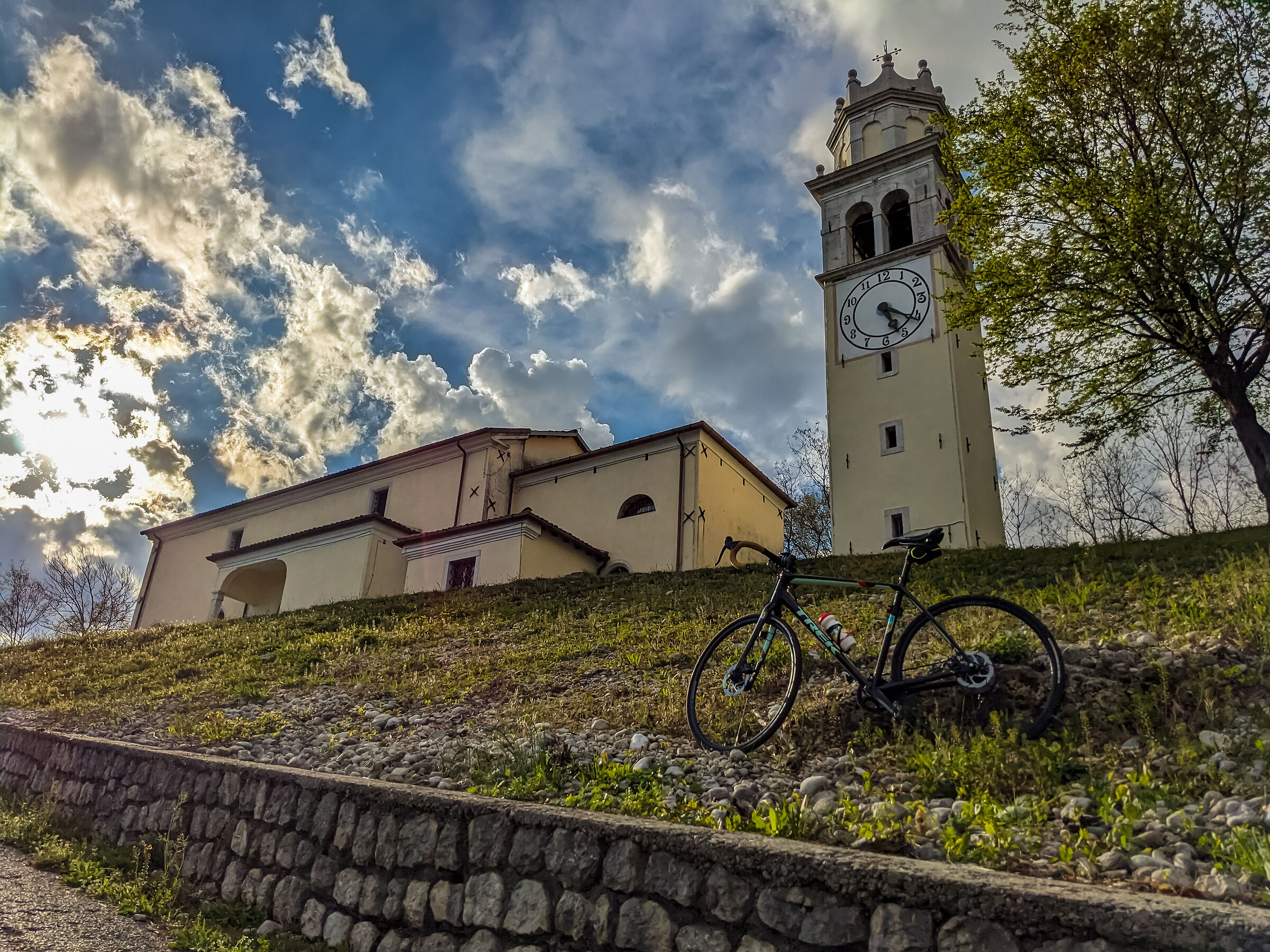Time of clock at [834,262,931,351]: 5:20
